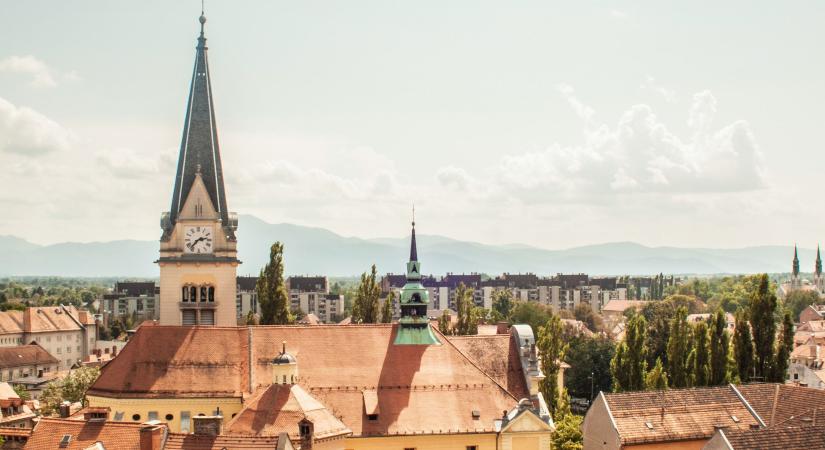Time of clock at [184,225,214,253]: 2:37
